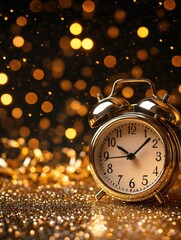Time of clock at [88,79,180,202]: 10:07
